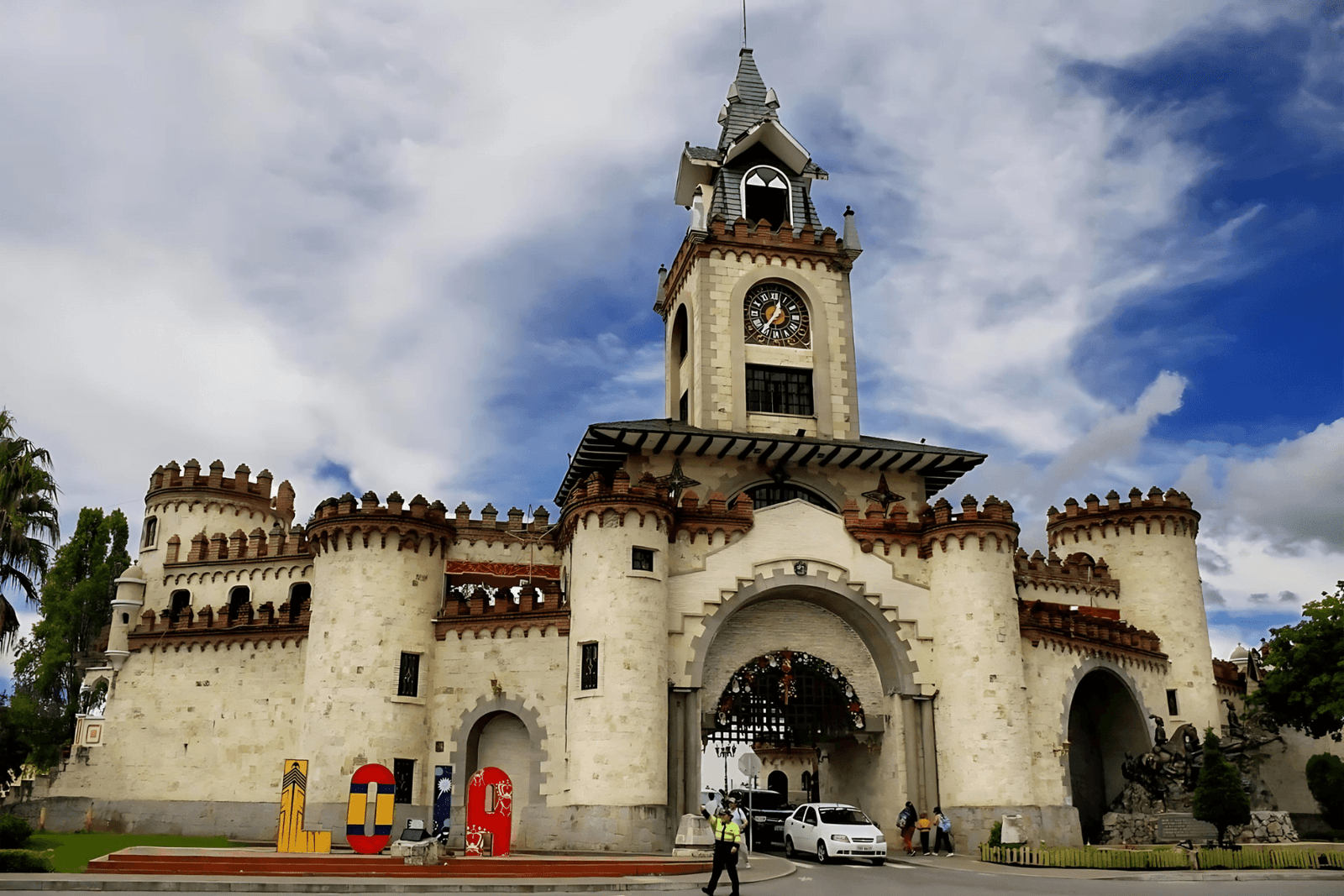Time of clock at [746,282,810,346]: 12:36
